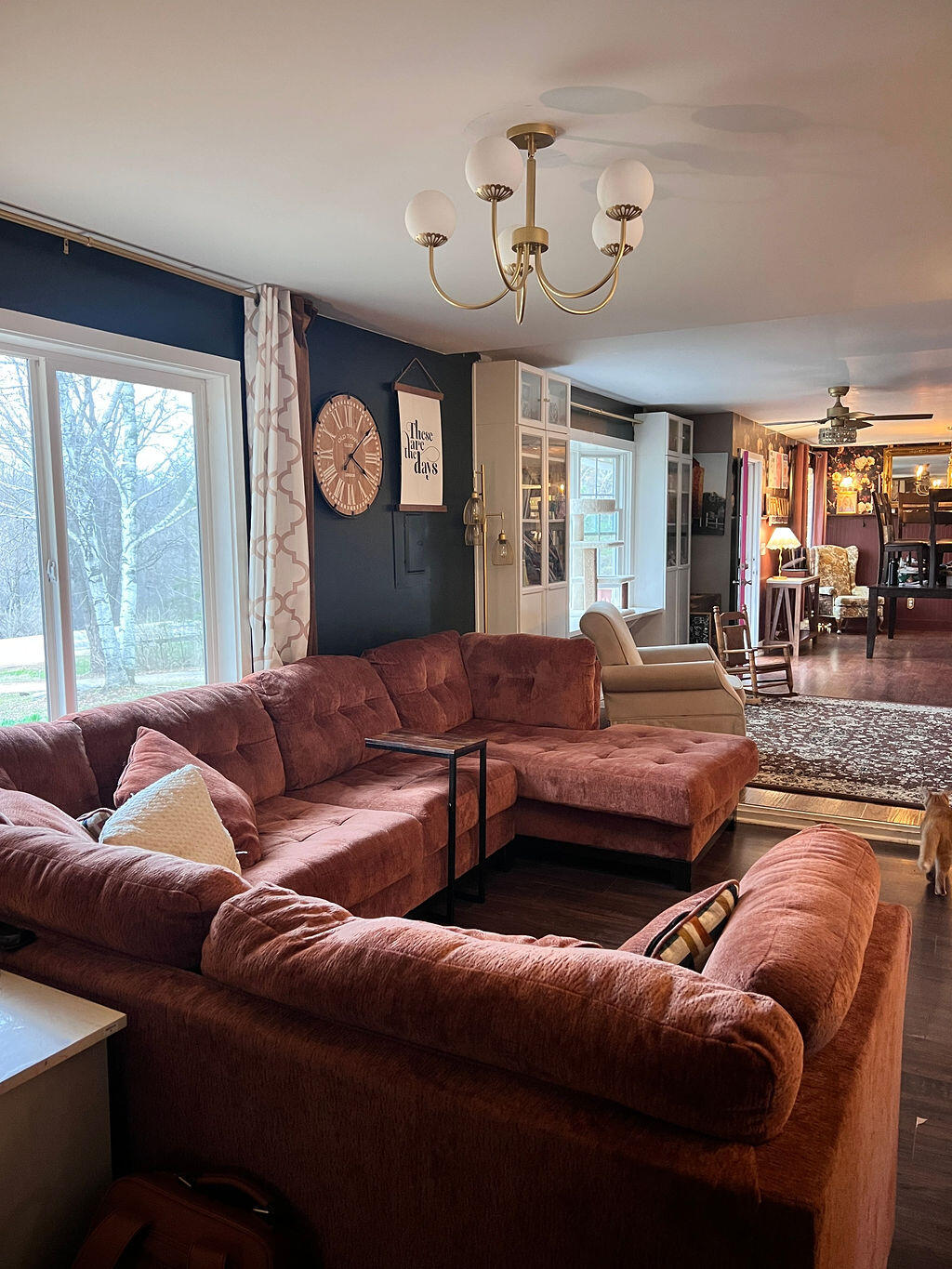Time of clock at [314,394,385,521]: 4:08
